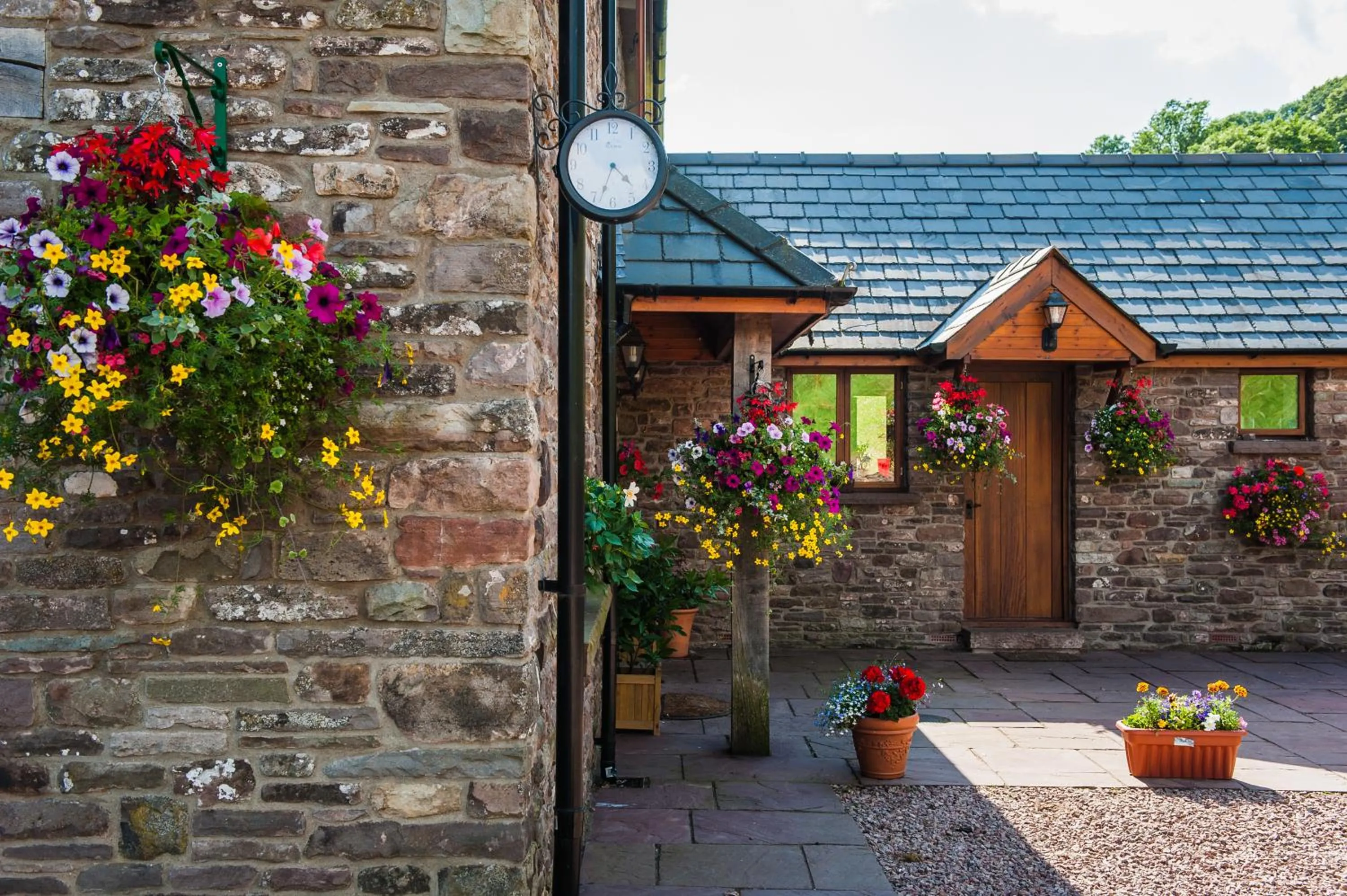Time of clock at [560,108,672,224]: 4:33
